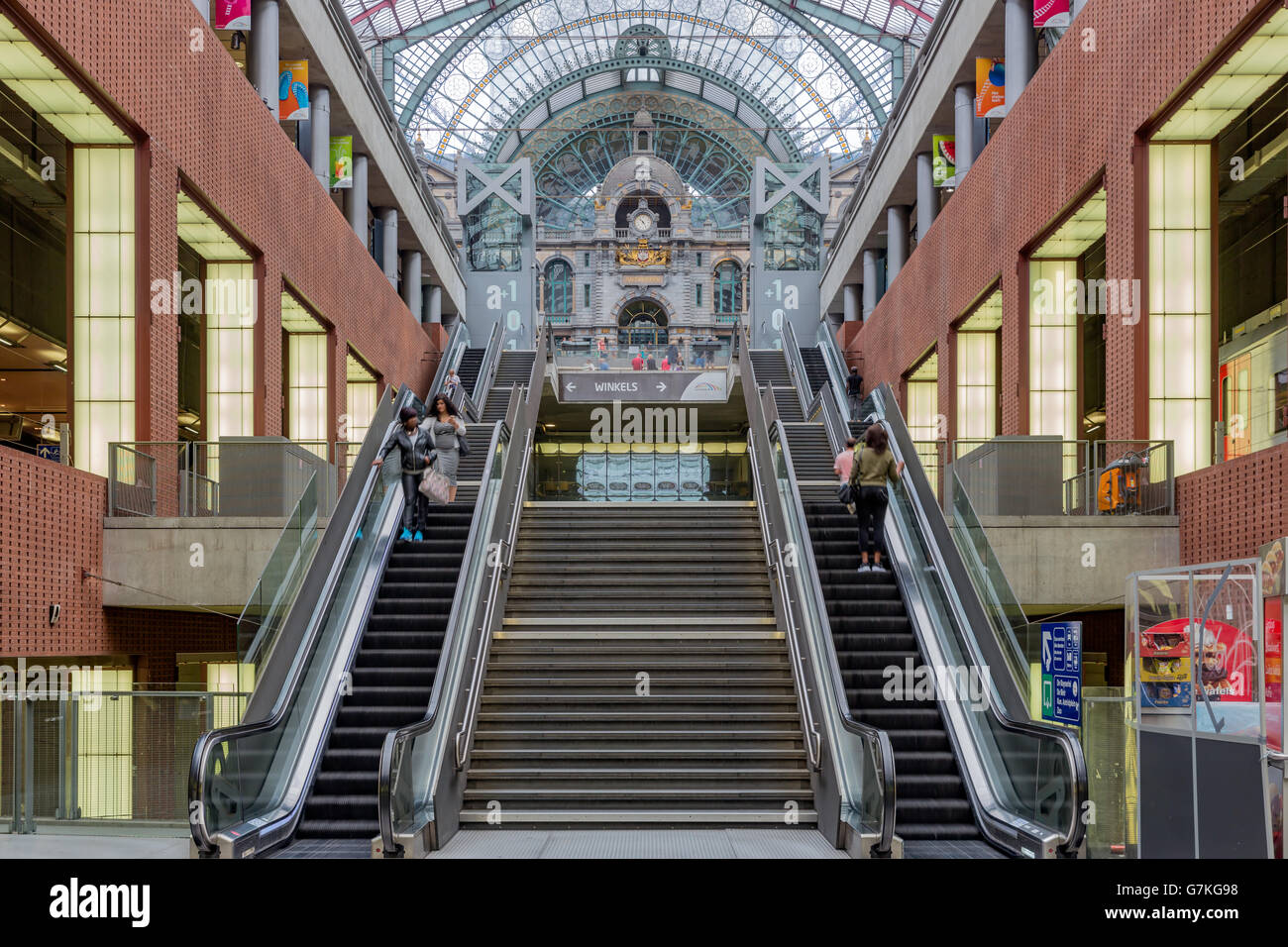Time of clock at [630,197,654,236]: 4:52
